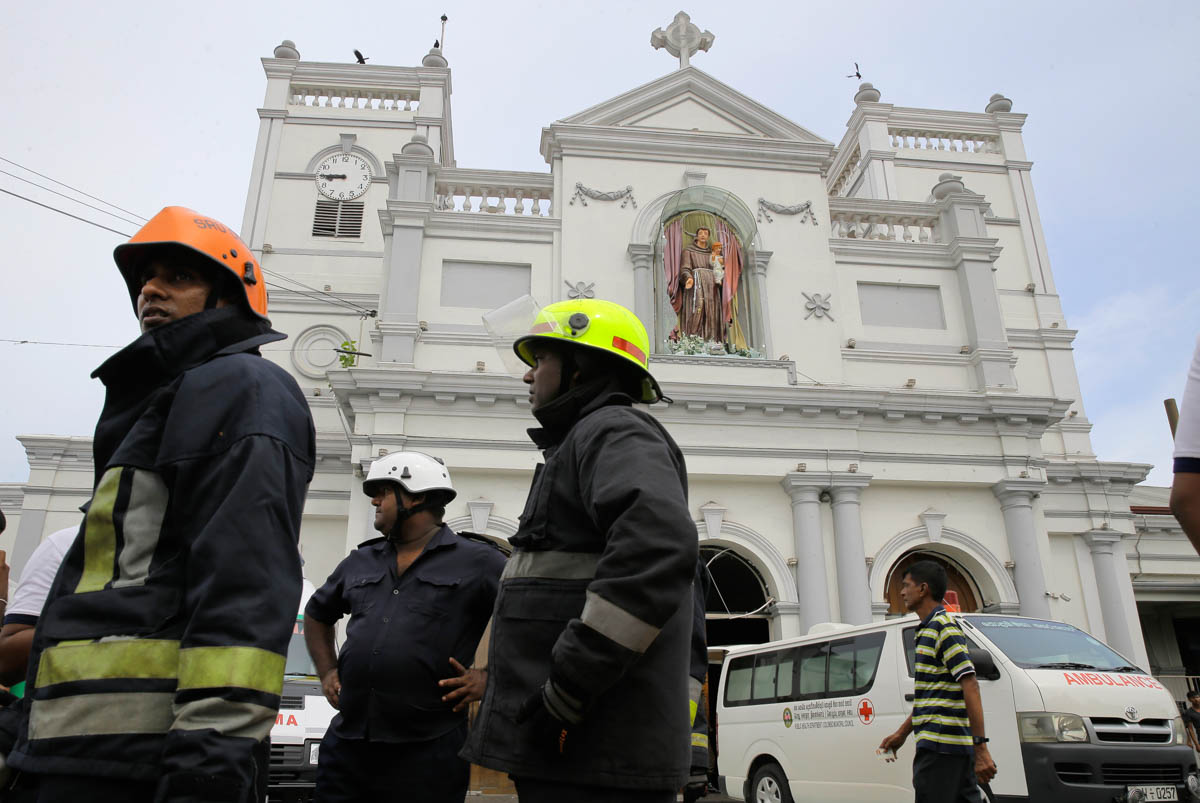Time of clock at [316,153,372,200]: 8:45
